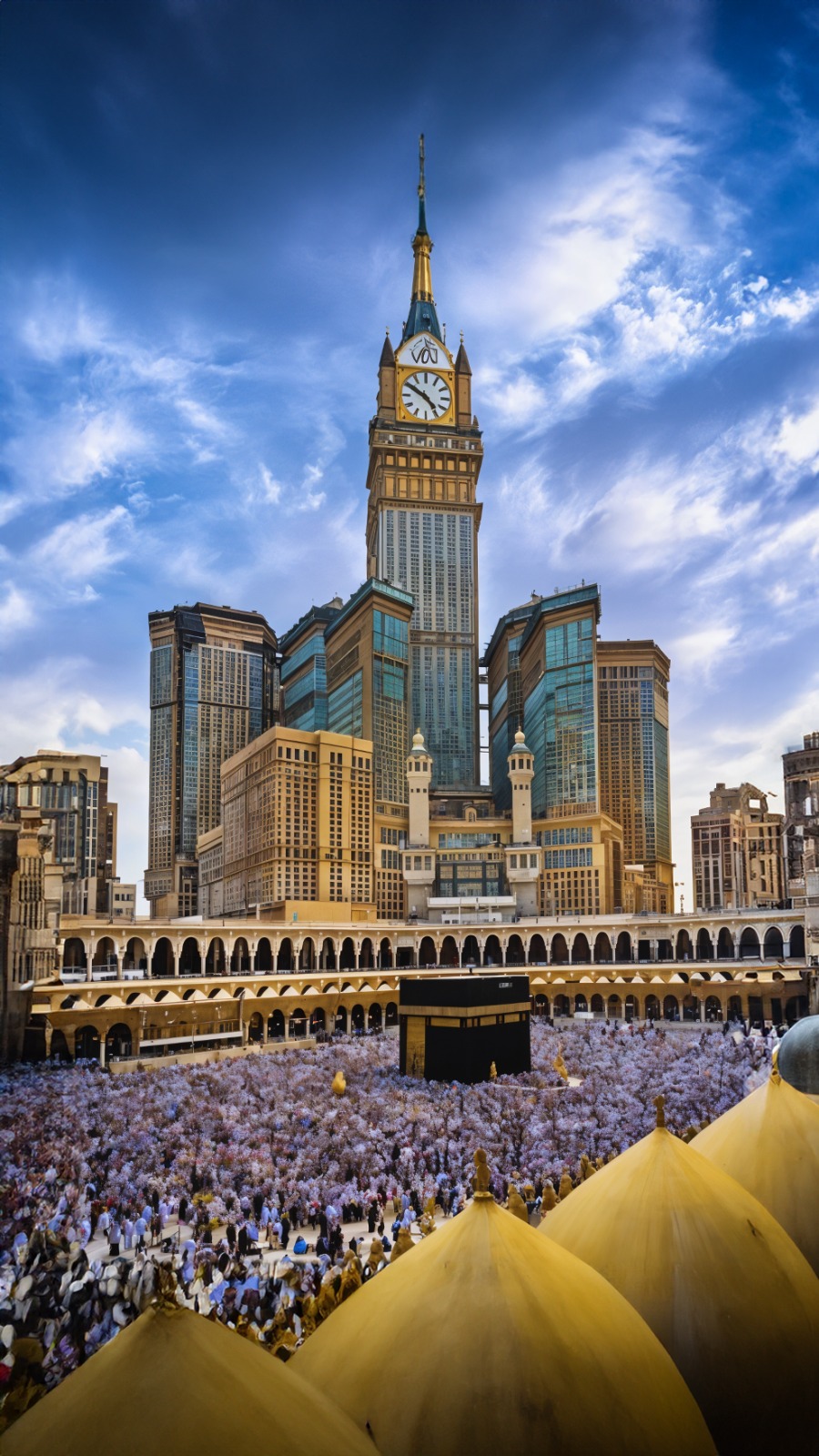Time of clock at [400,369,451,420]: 4:50
